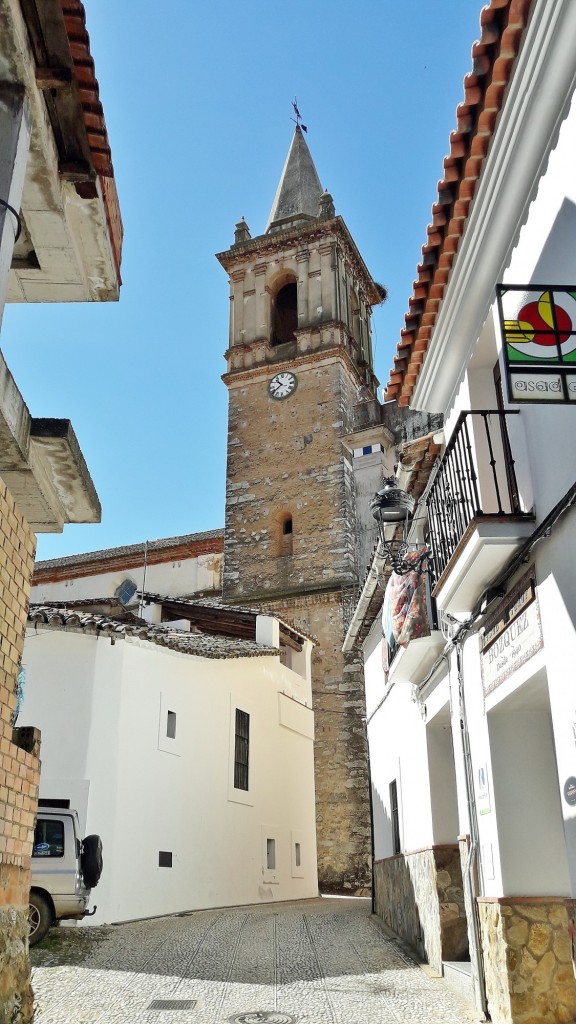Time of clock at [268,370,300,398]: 10:39
